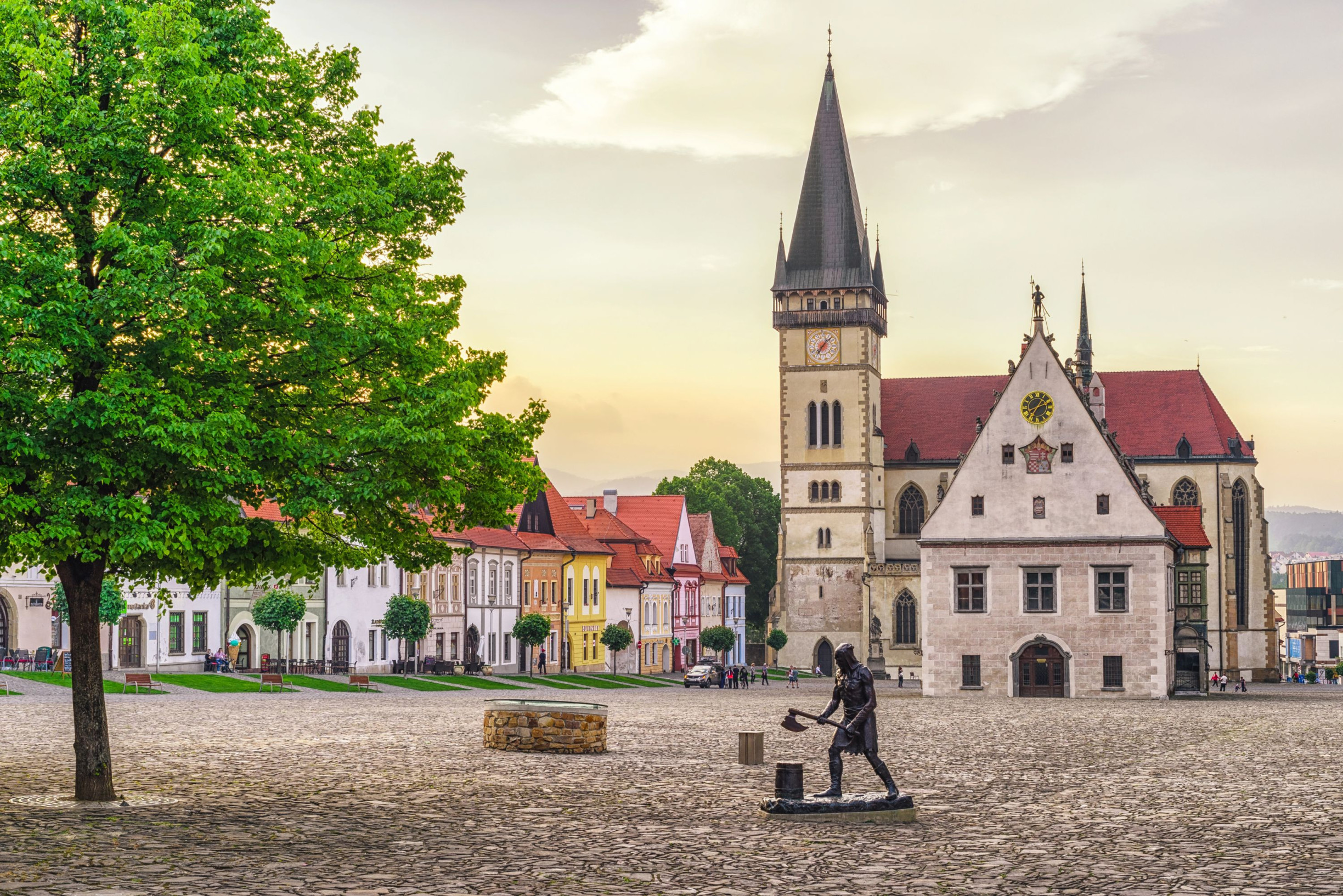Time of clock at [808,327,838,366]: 7:07
